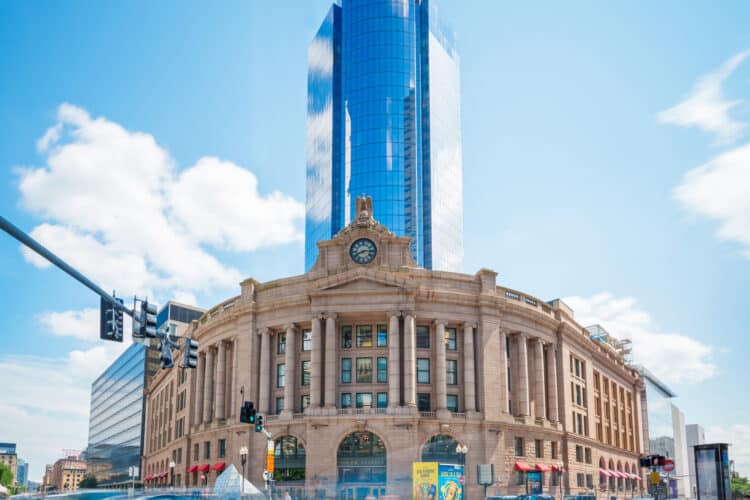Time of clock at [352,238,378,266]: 8:14
